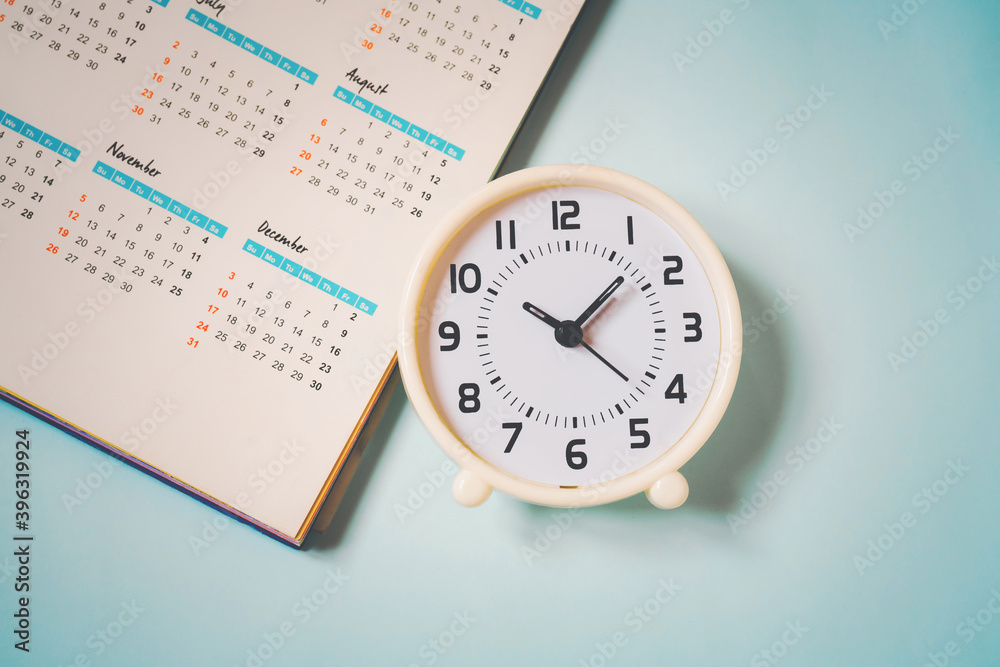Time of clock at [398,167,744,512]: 10:07
